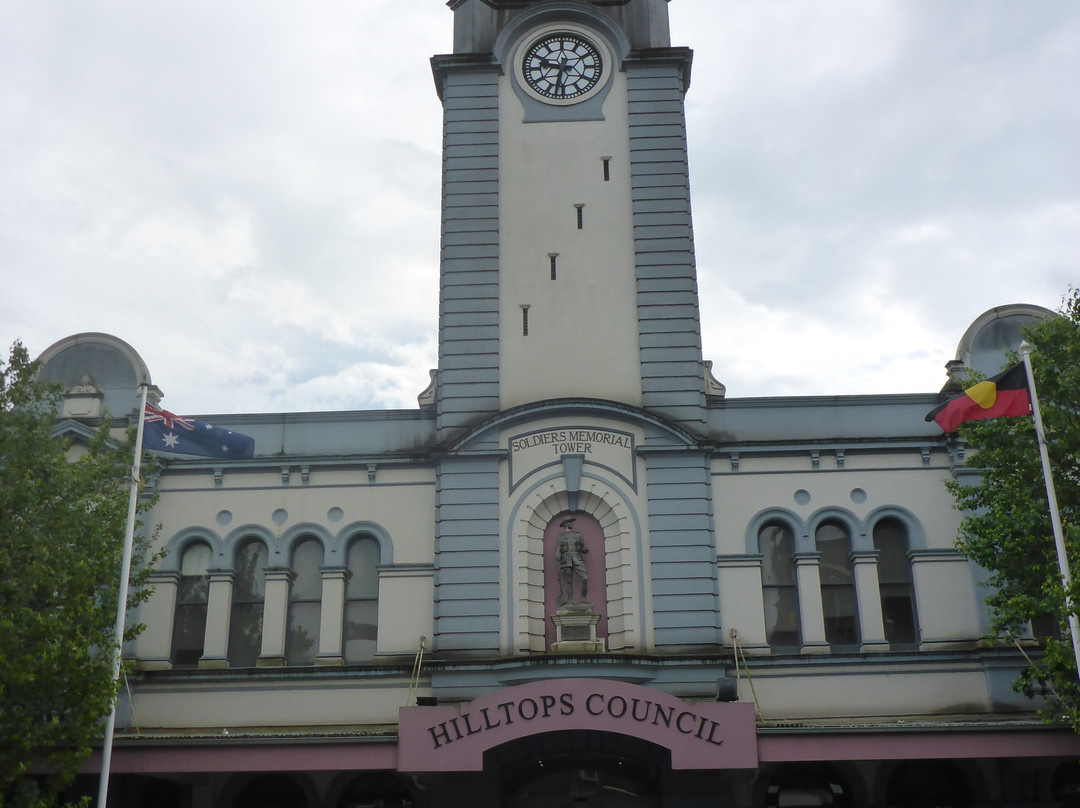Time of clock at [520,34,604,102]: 9:32
